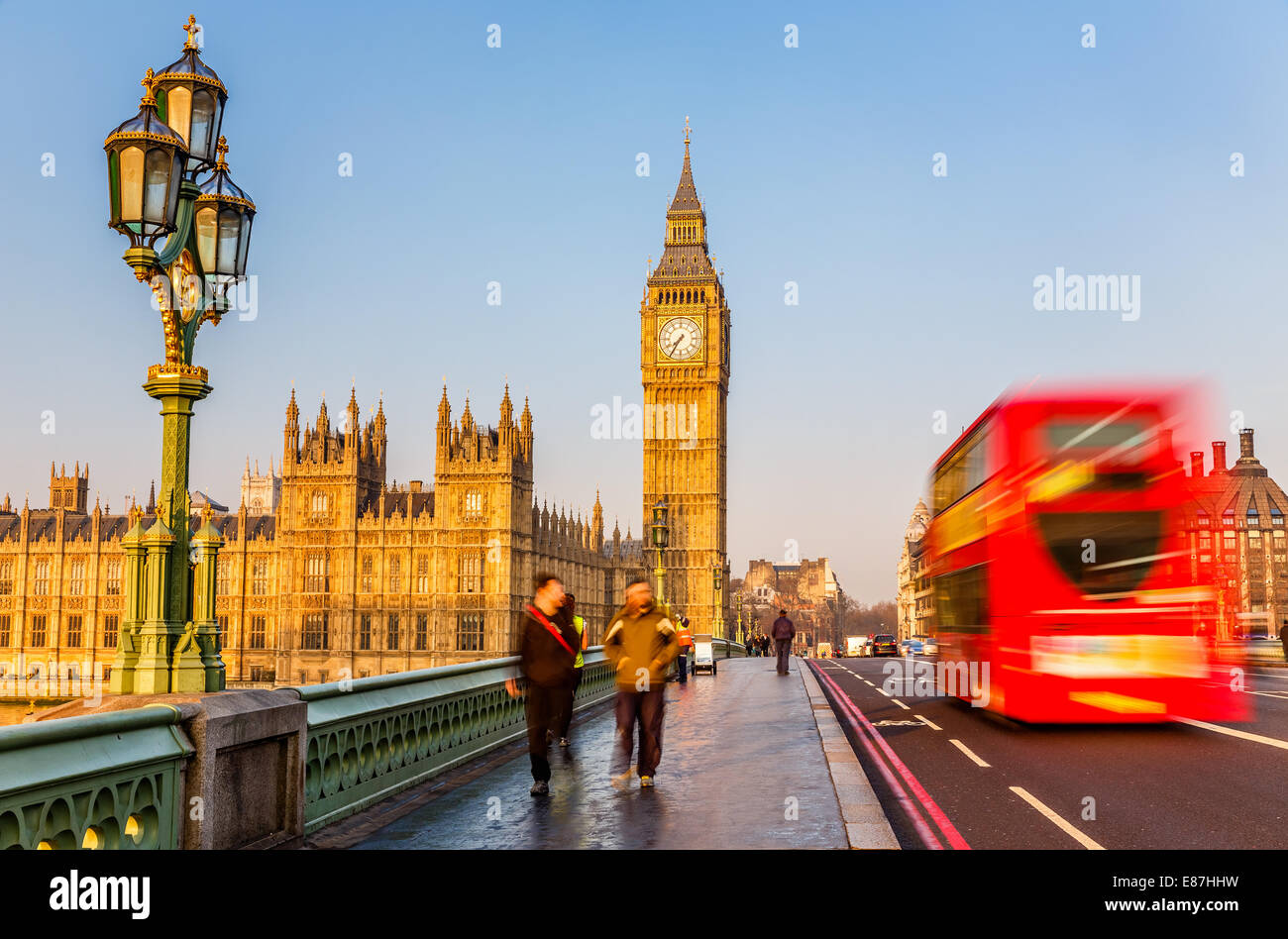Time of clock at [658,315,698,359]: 7:35
